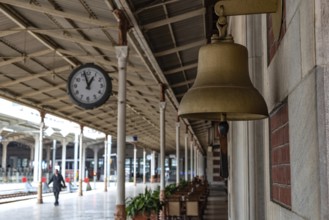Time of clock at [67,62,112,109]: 12:57
